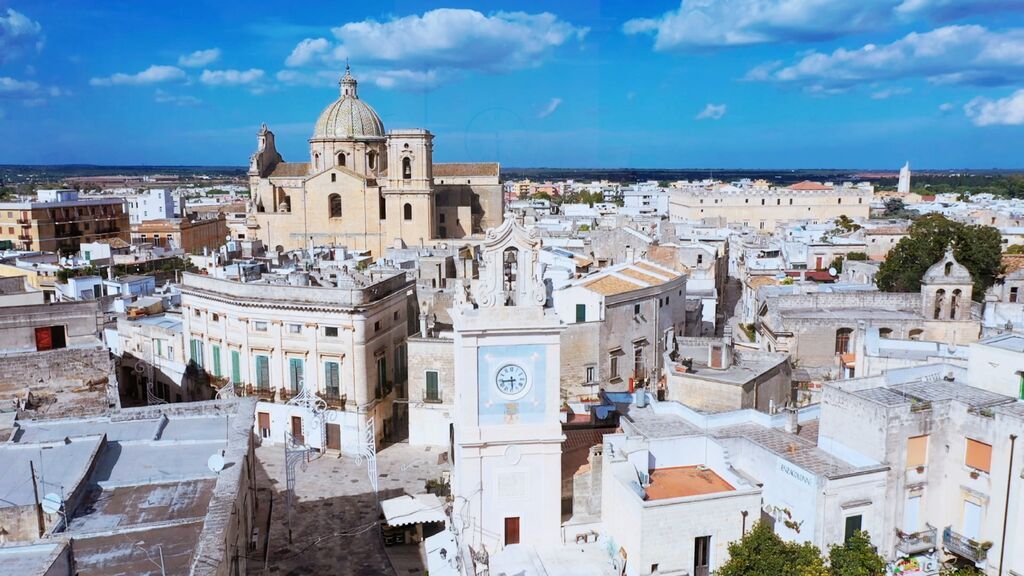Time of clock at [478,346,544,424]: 5:44
